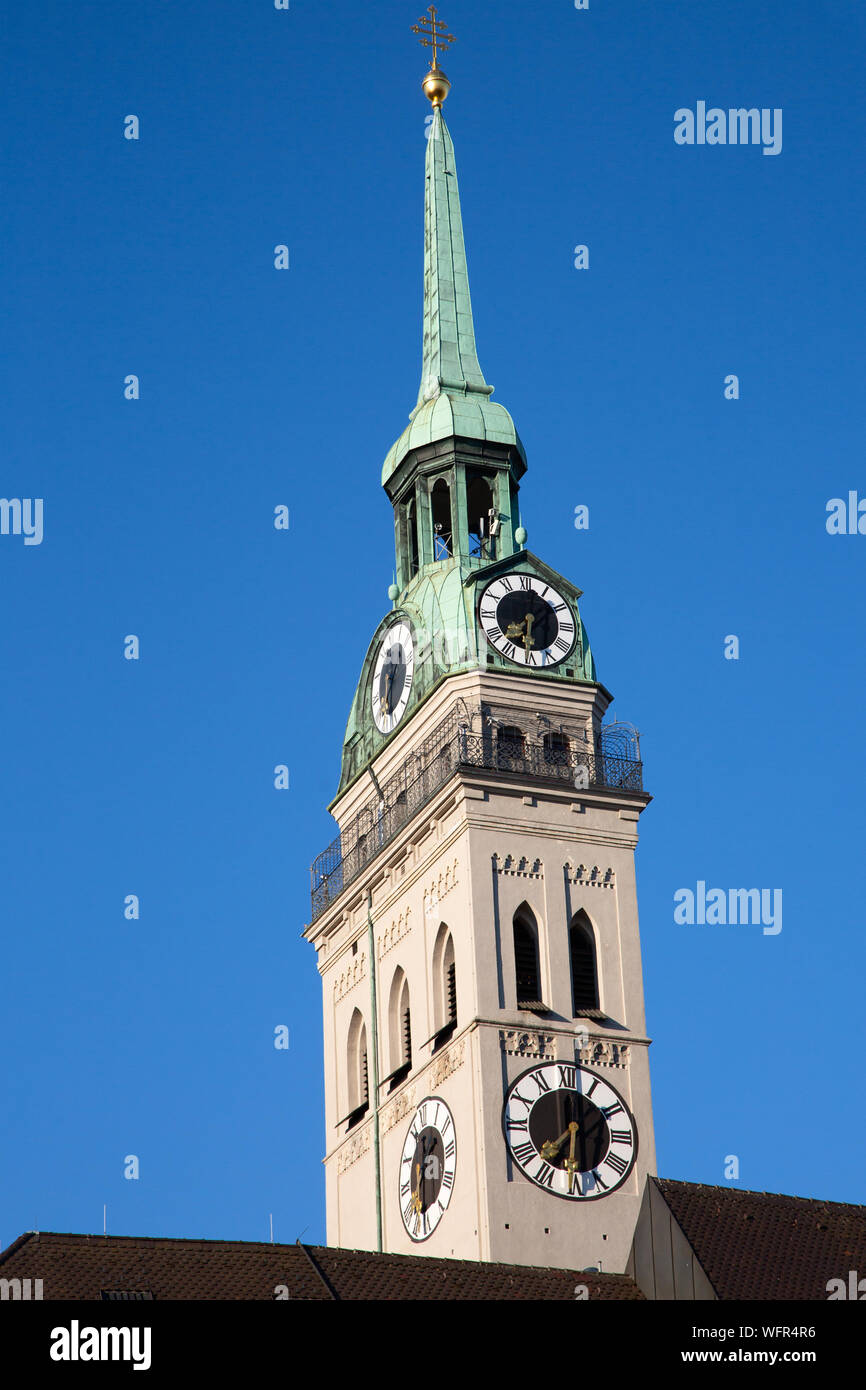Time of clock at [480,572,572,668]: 6:08
